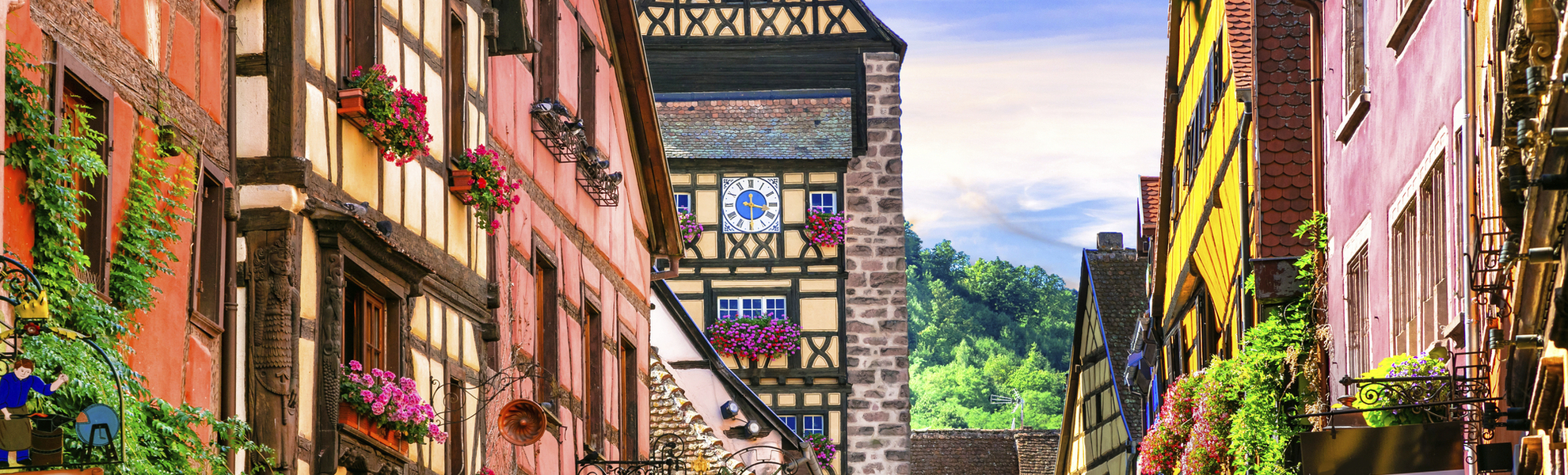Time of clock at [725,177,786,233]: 12:17
